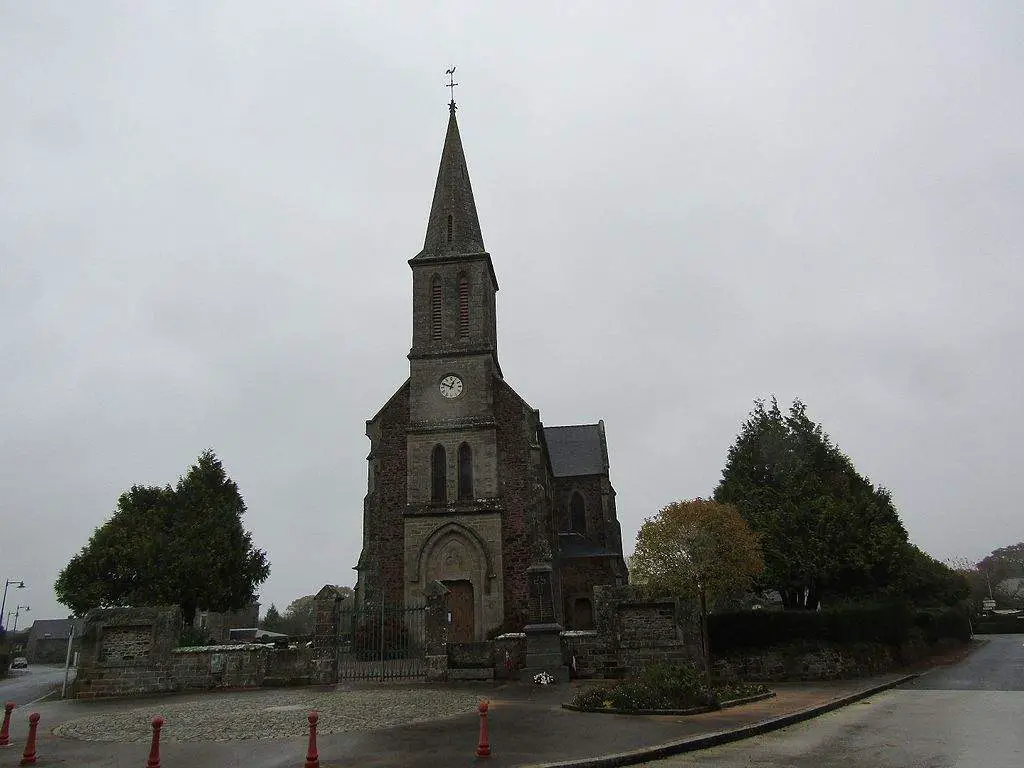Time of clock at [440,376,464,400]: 12:48
